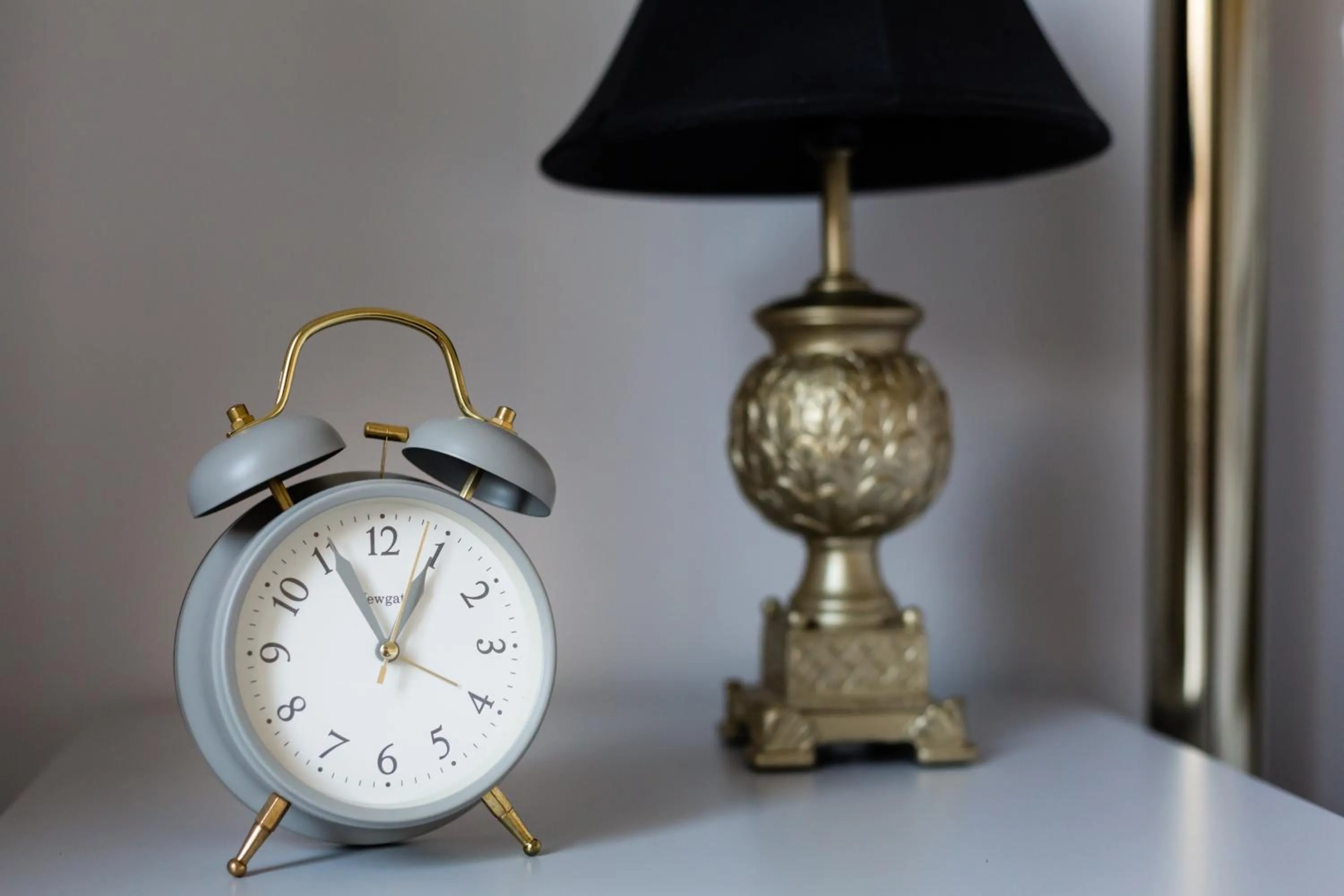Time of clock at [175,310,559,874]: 12:55
